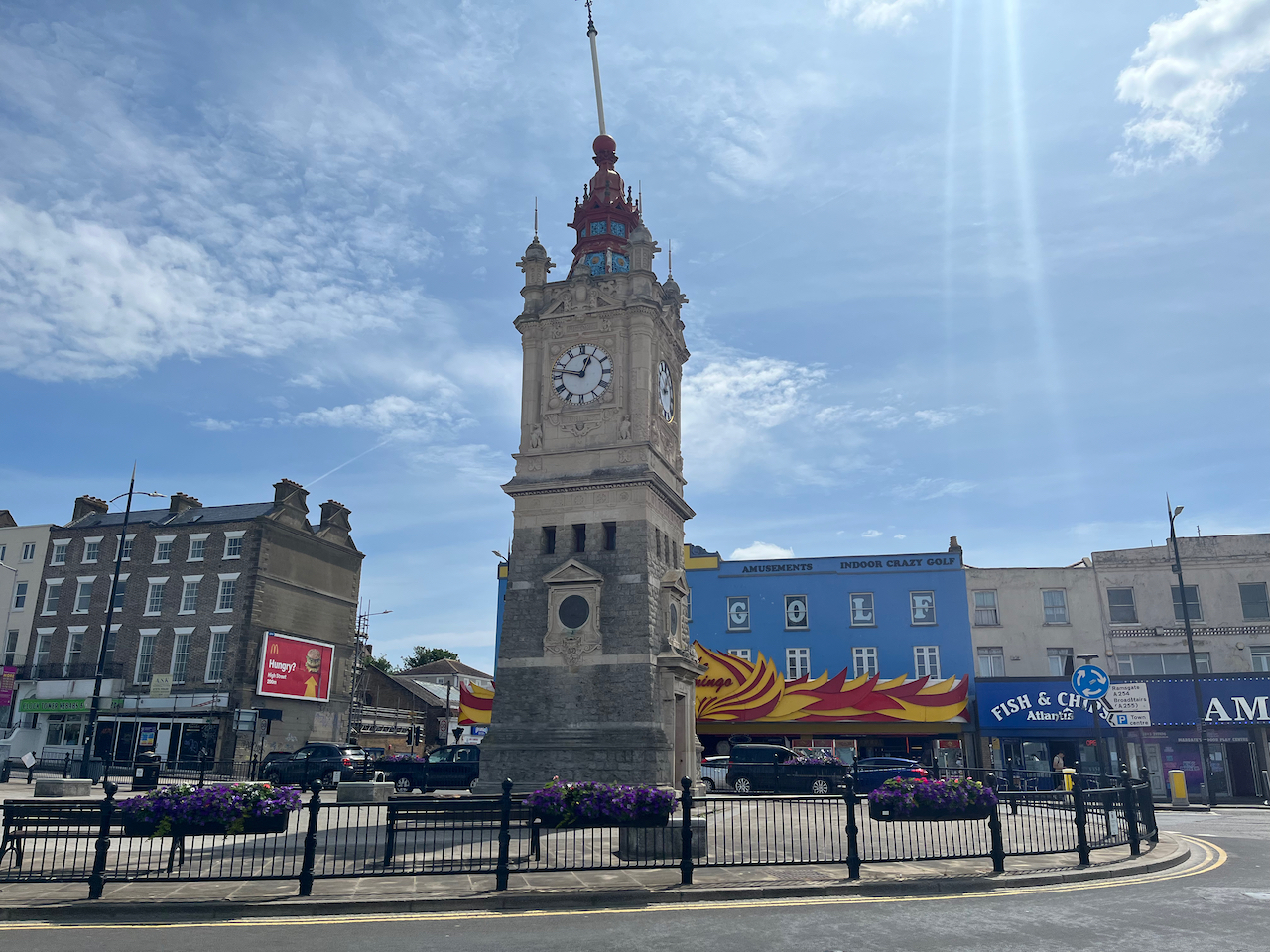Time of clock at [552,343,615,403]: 12:47
